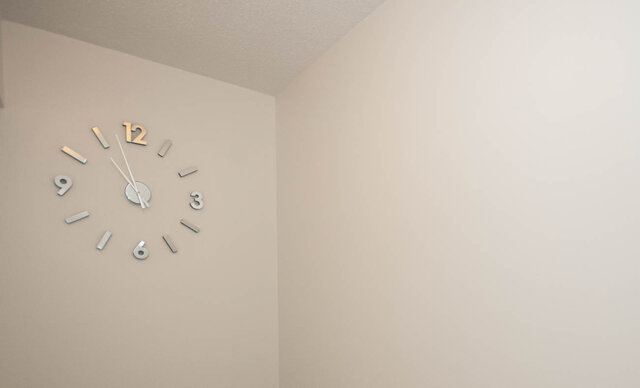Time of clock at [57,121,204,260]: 10:57
